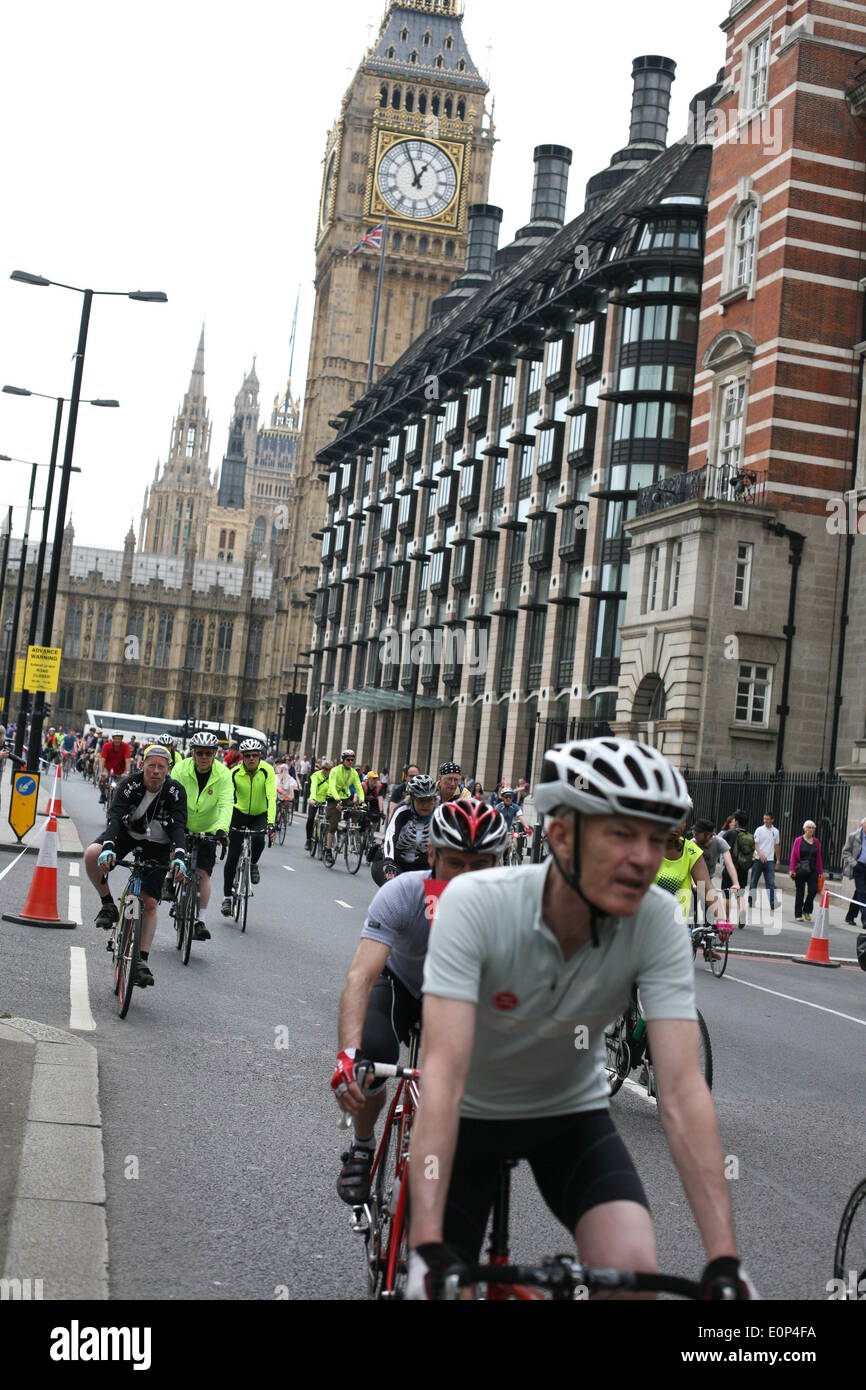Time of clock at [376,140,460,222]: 12:56
